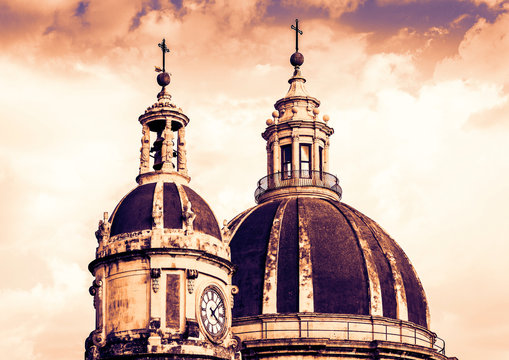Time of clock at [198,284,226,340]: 4:07
